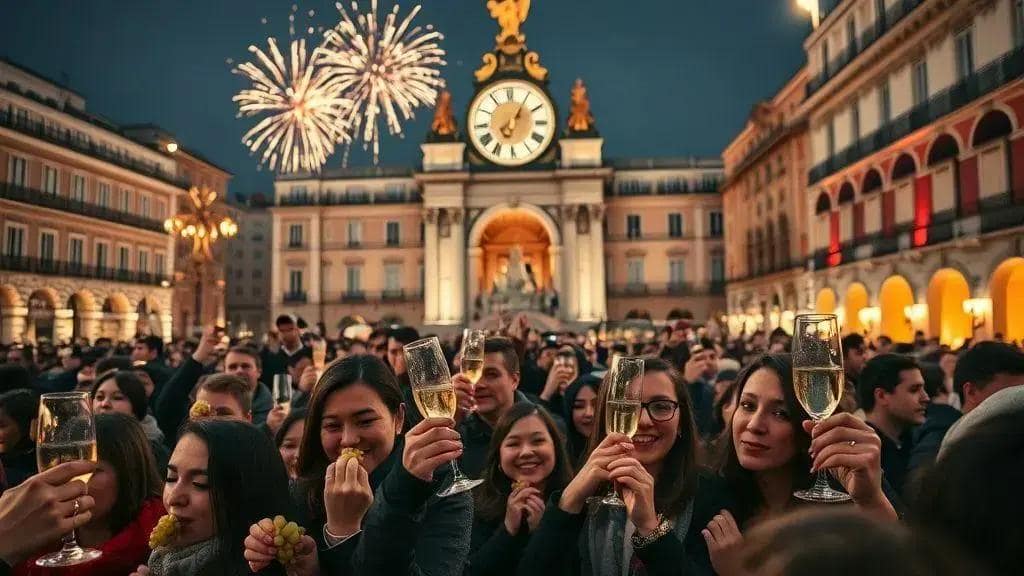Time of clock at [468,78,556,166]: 7:05
